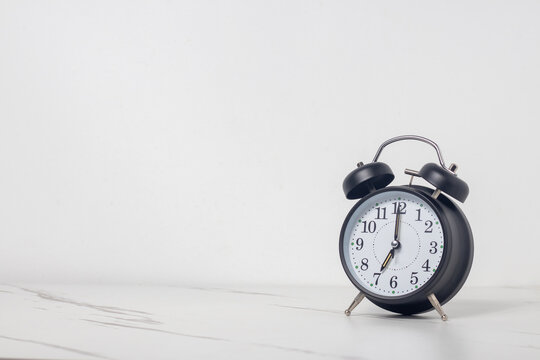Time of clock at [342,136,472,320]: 7:00
